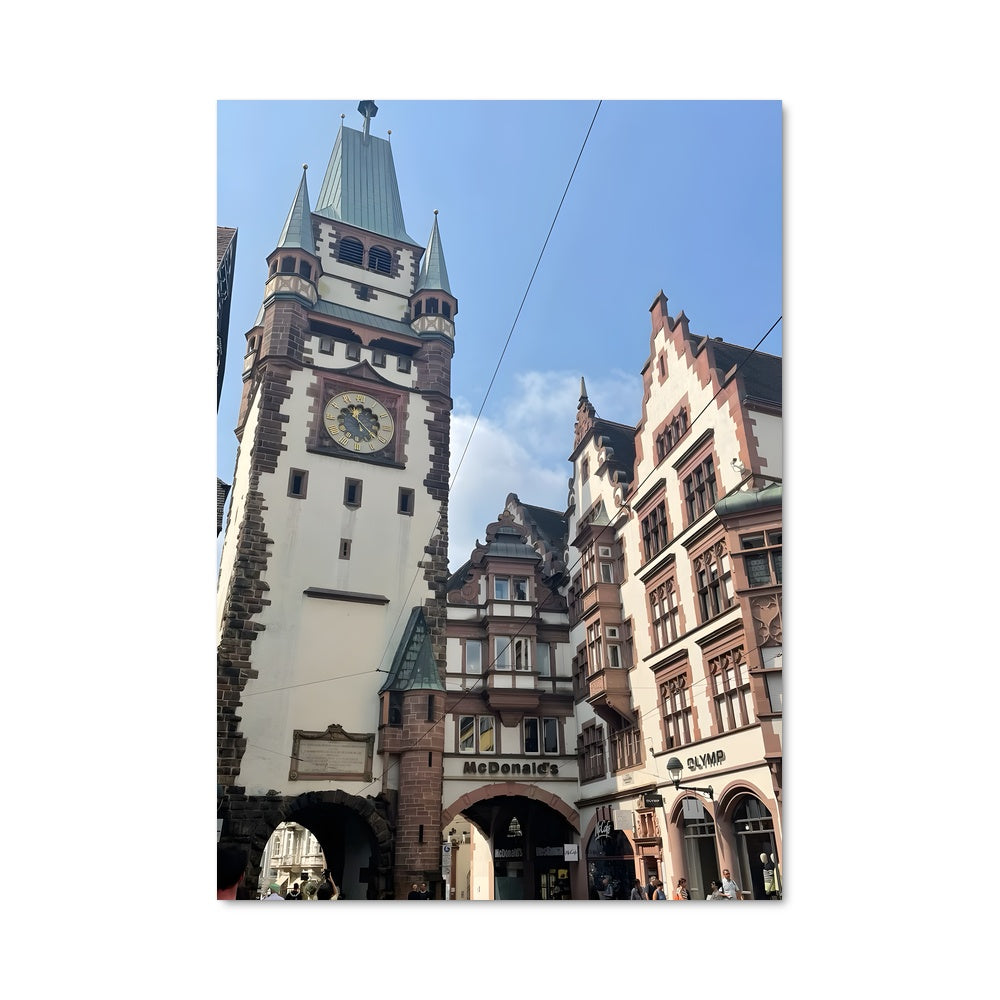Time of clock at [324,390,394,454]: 11:21
